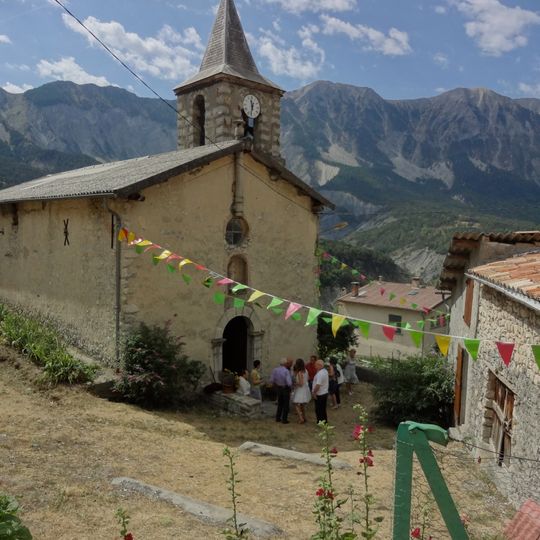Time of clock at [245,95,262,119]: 11:32
